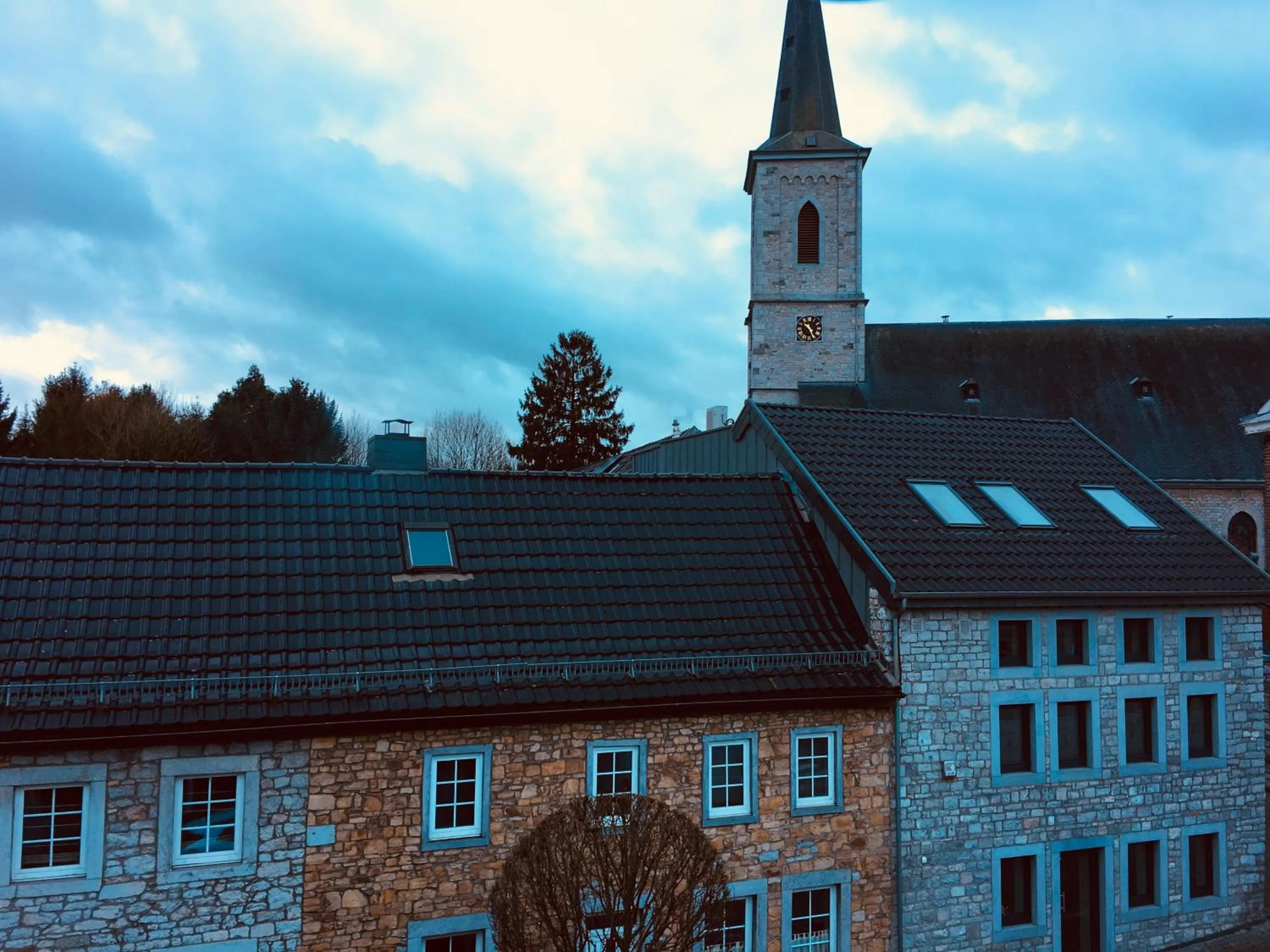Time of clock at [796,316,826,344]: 10:26
